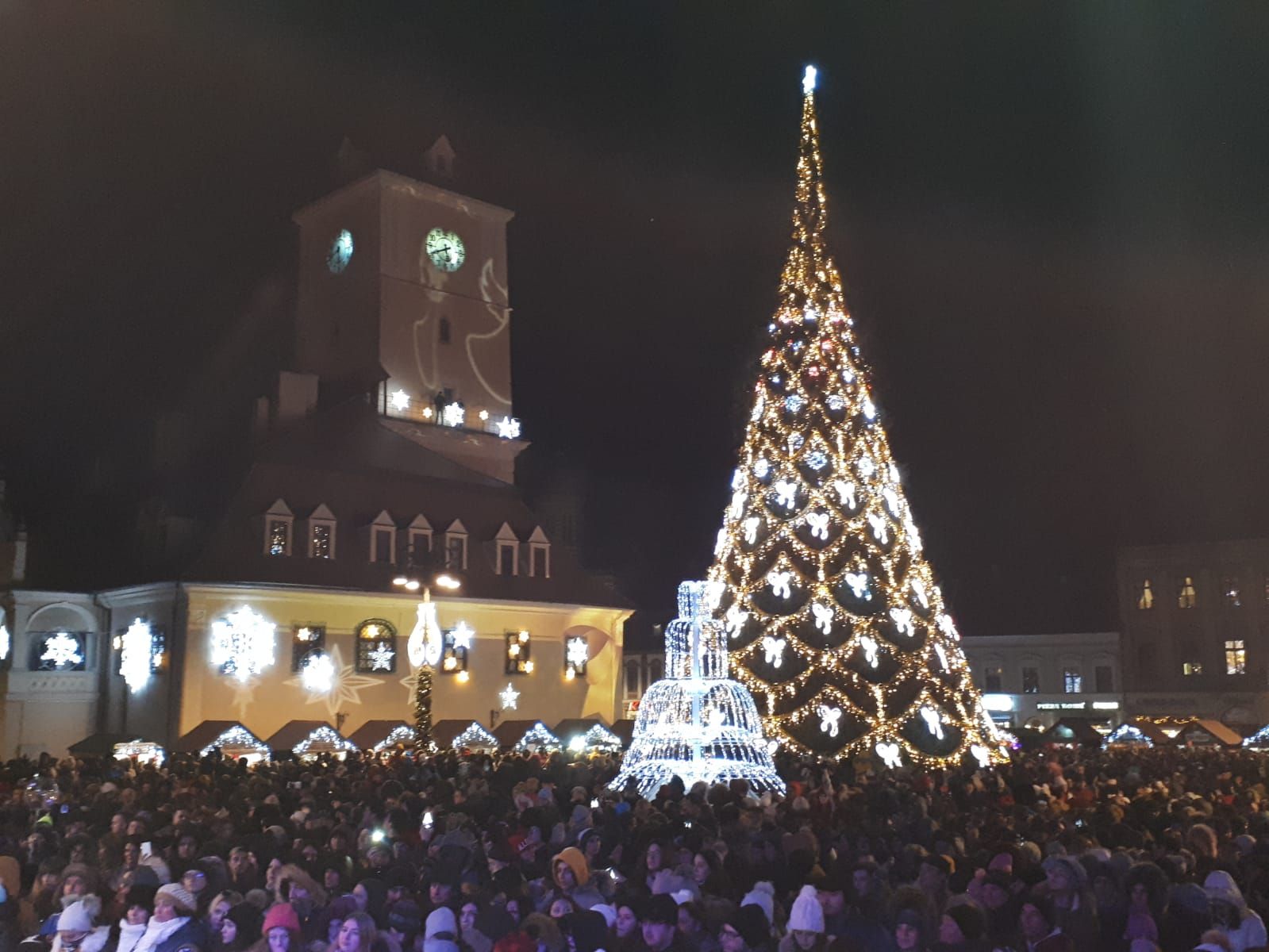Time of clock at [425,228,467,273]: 5:41
